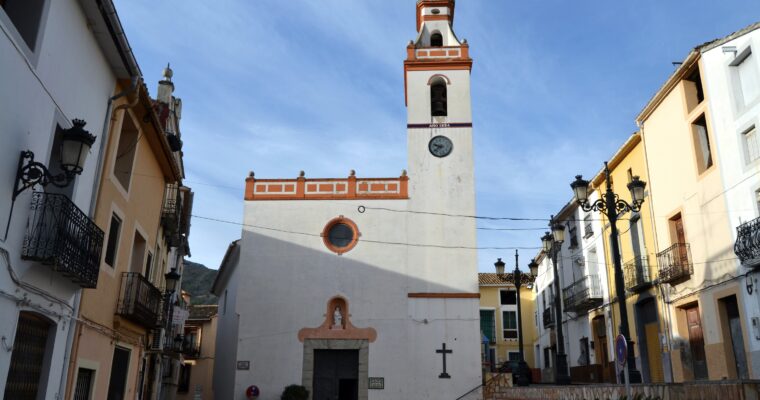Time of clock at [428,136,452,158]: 9:38
